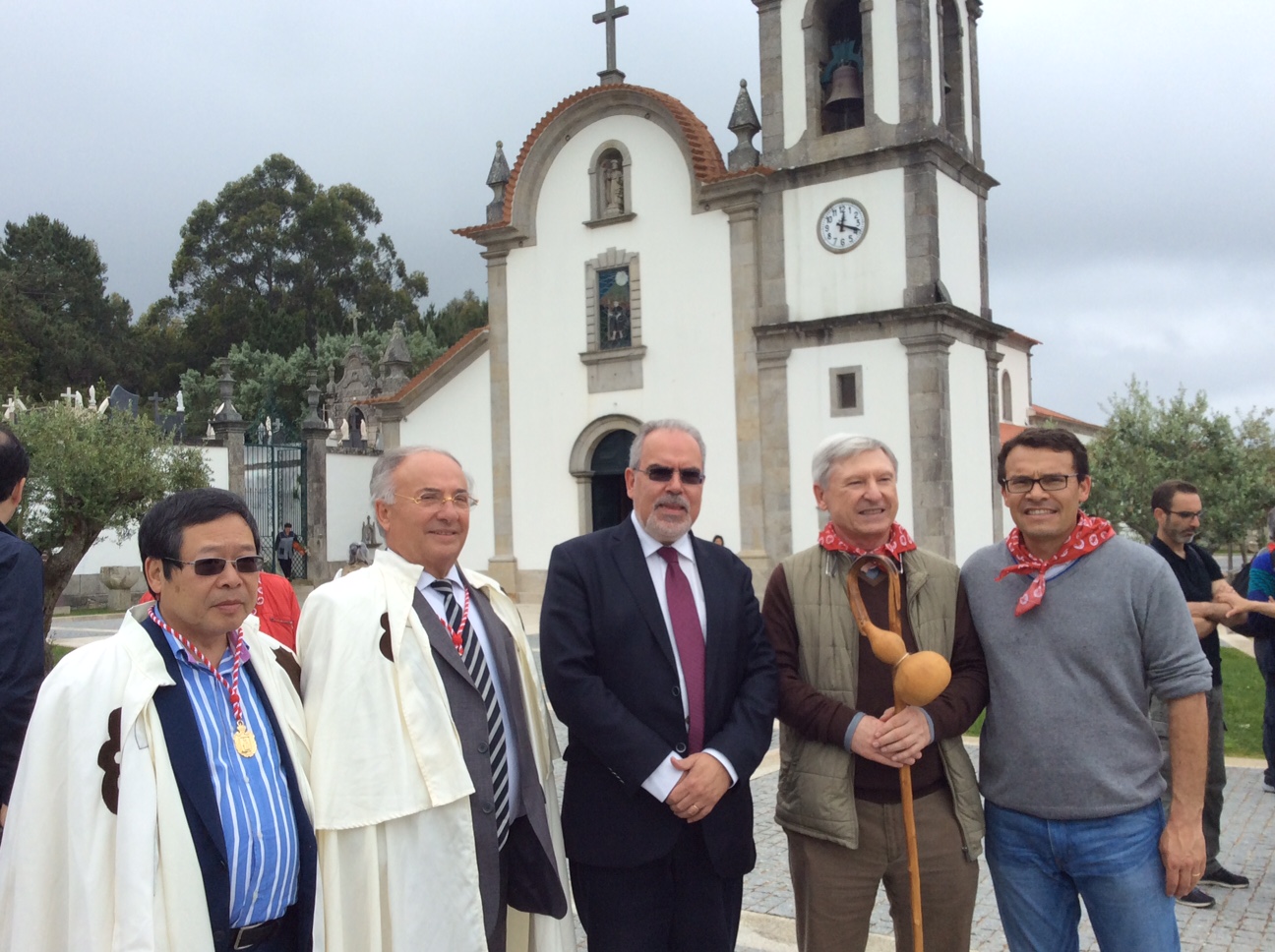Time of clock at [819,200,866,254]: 12:18
